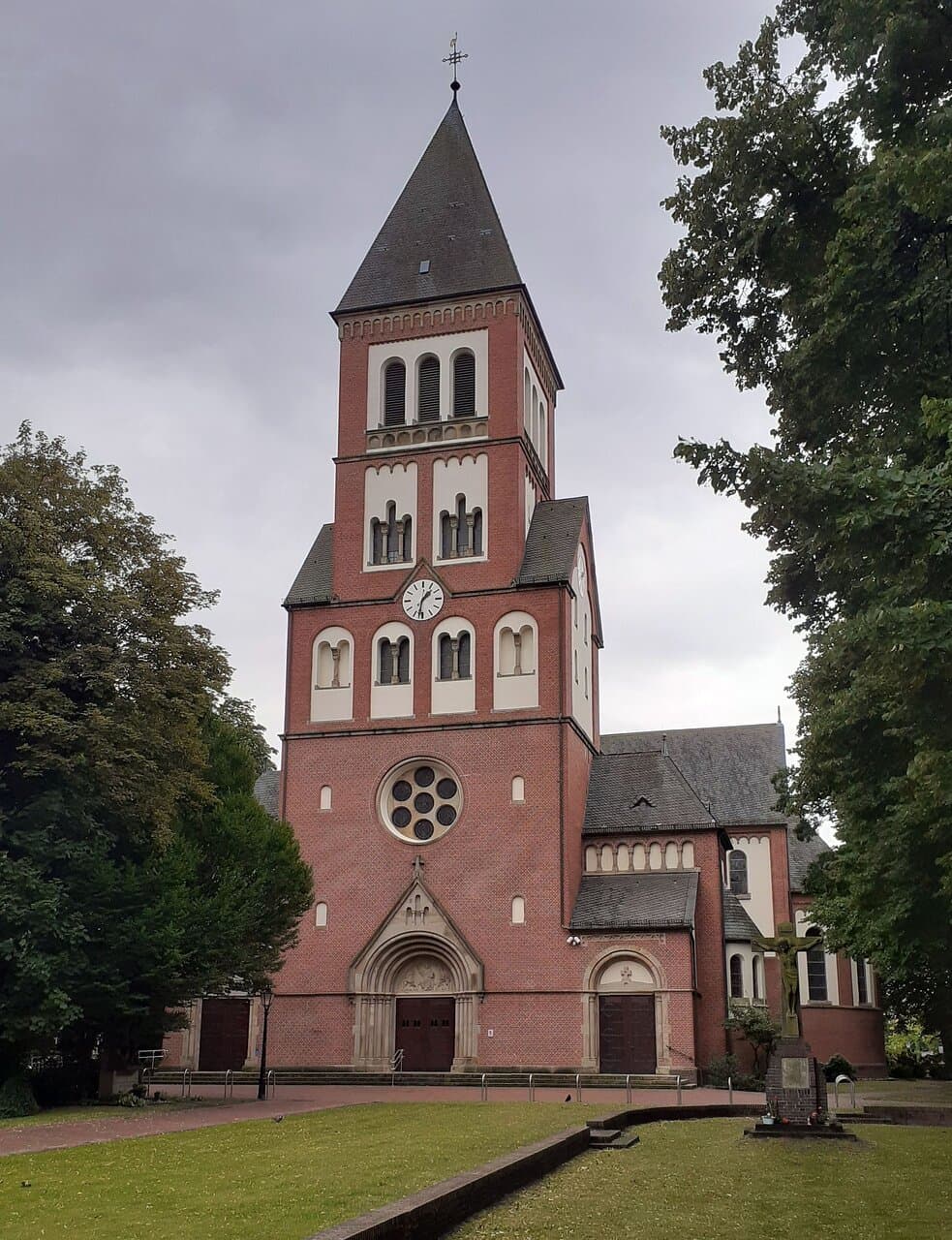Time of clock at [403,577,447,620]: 1:32
